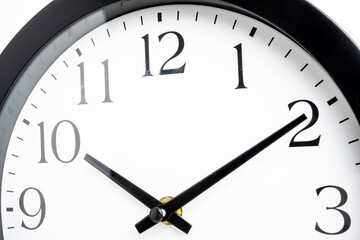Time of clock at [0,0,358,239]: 10:09
